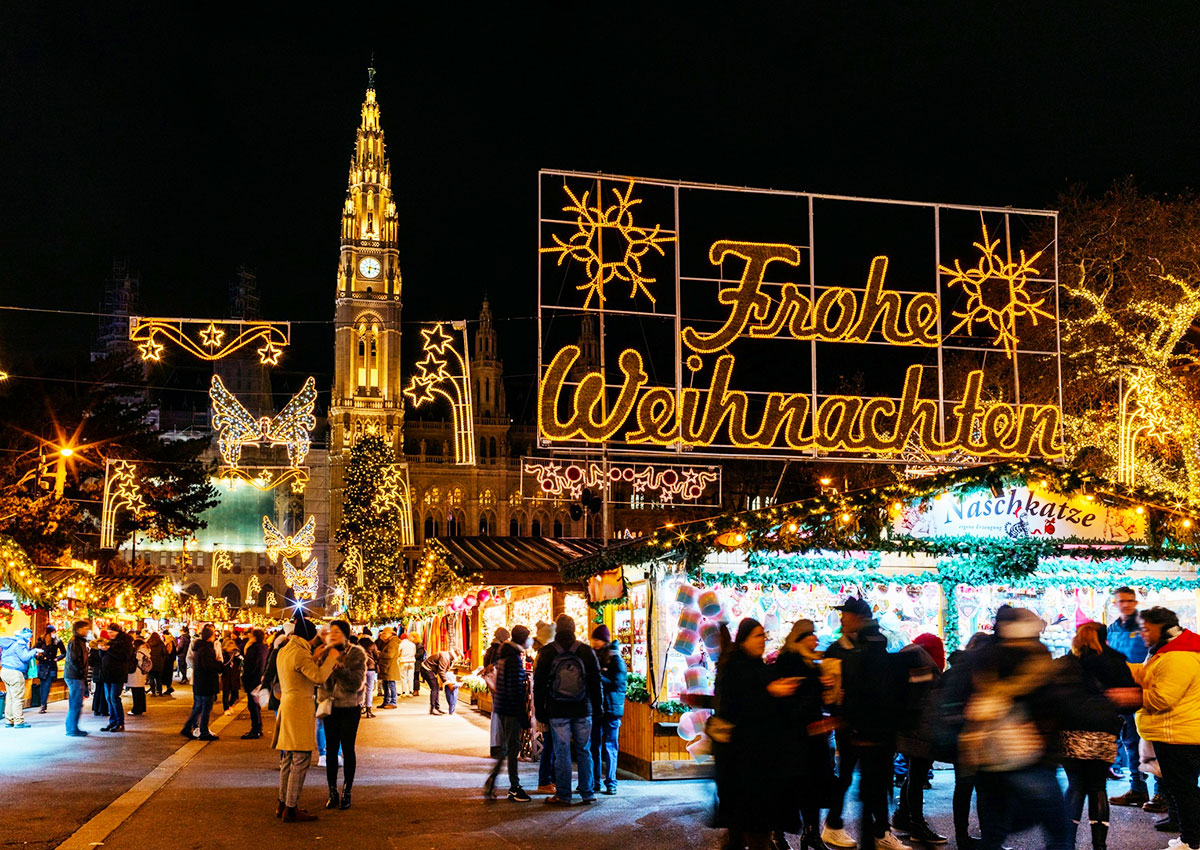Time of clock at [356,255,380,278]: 6:16
